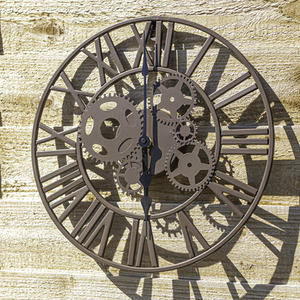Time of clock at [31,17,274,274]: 5:59
